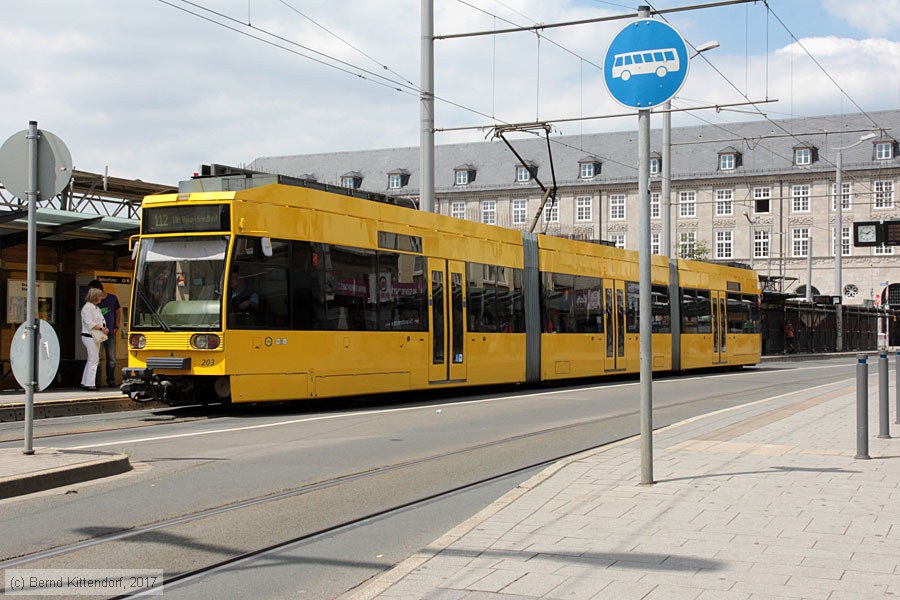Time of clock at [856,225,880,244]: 1:47
